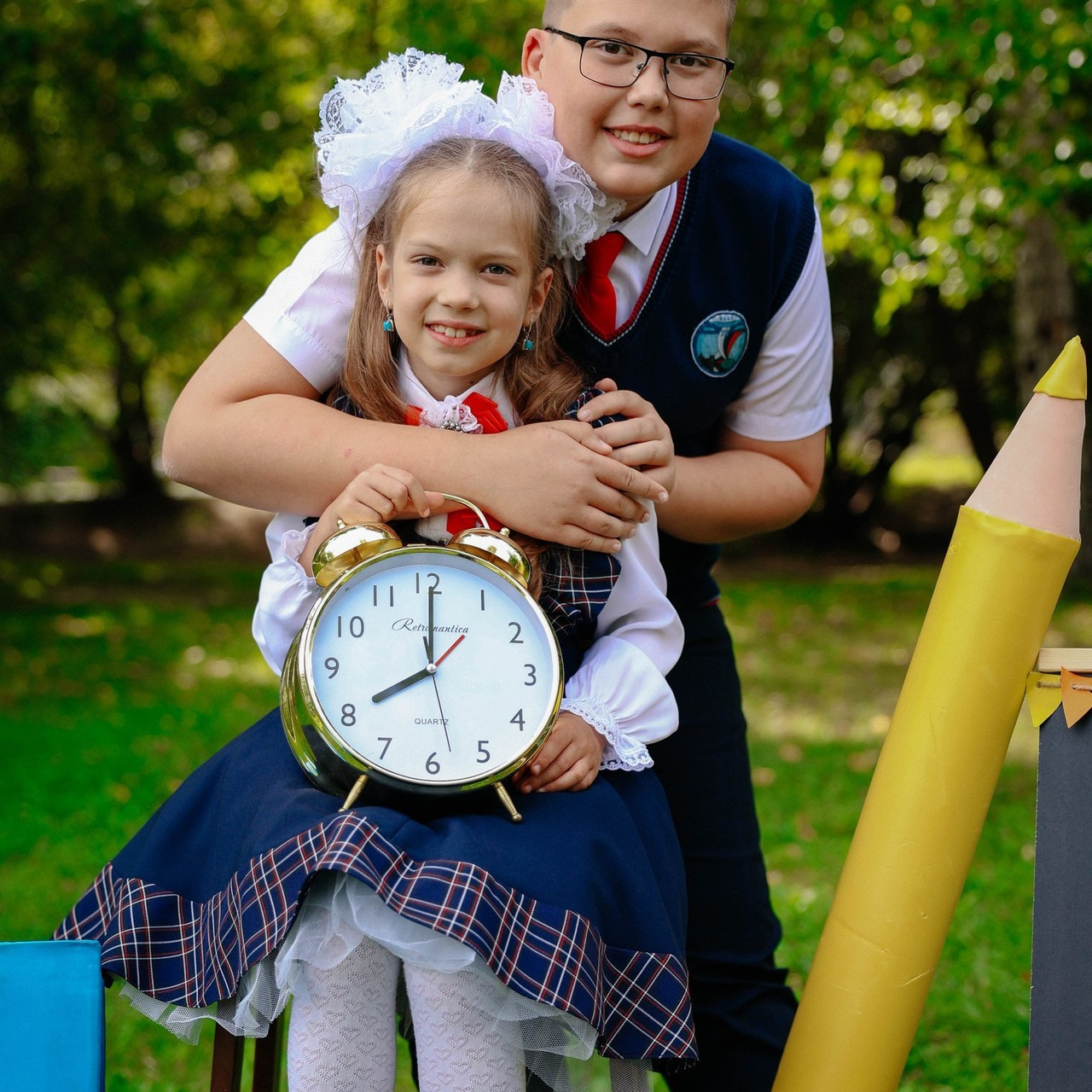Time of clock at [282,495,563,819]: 8:00
